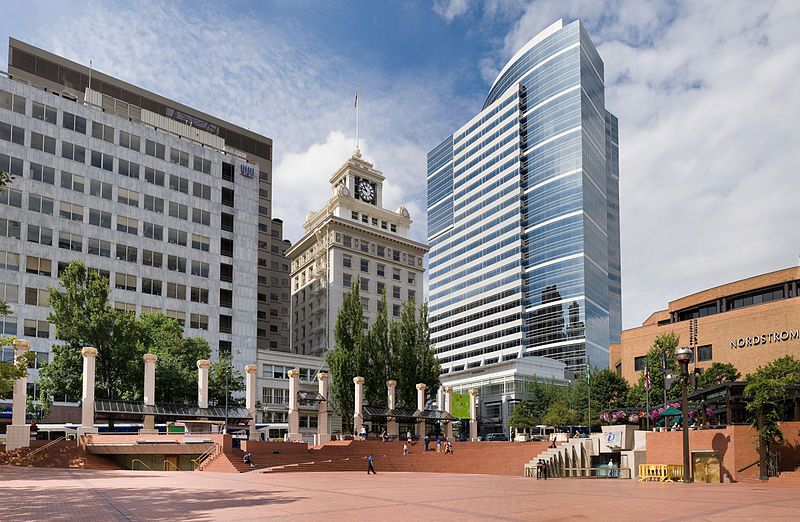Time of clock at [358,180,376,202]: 10:47
